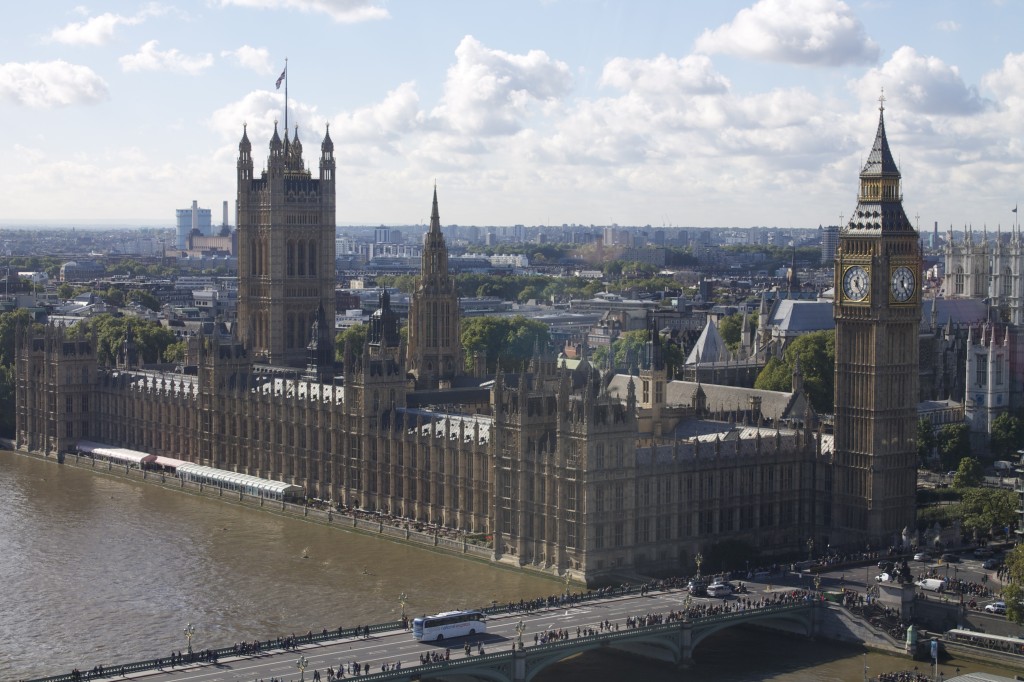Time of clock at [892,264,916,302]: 12:24
